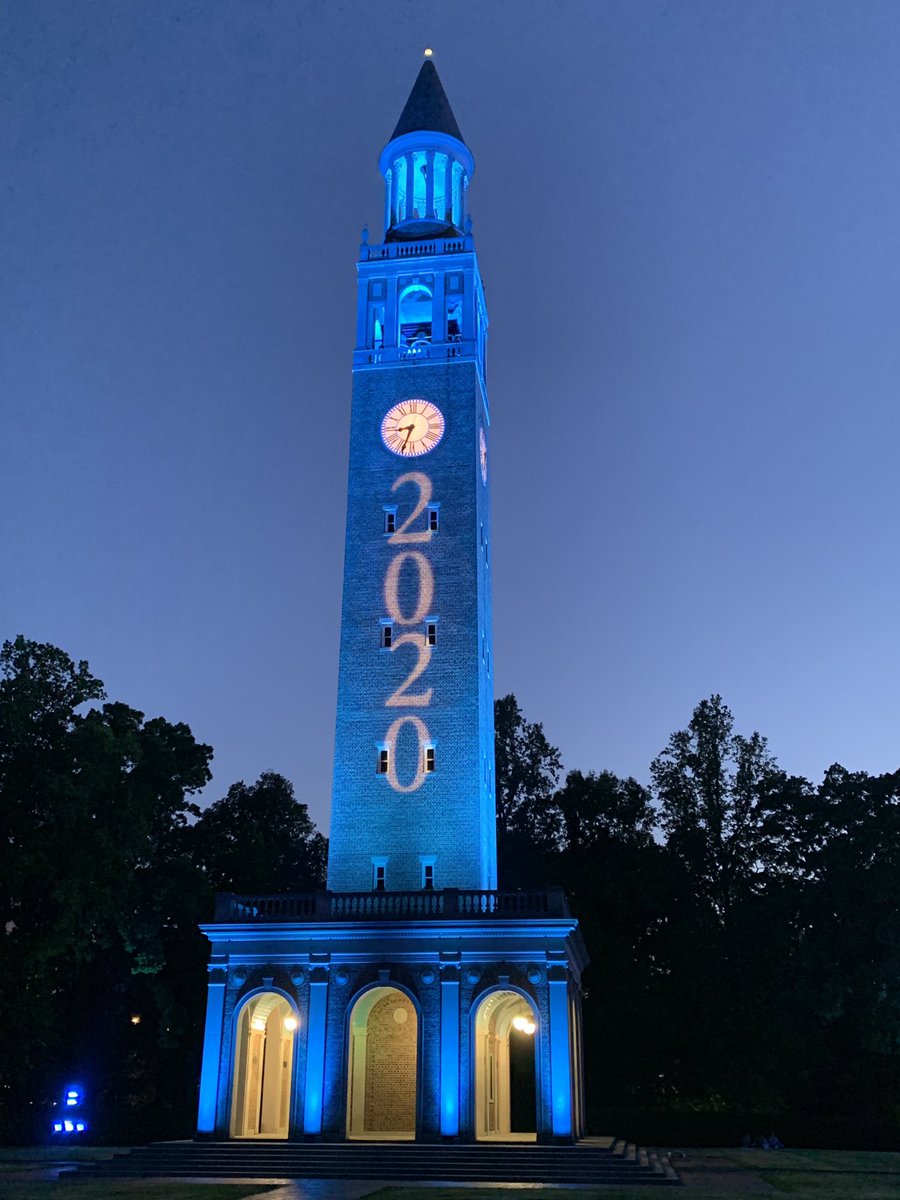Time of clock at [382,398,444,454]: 8:33
